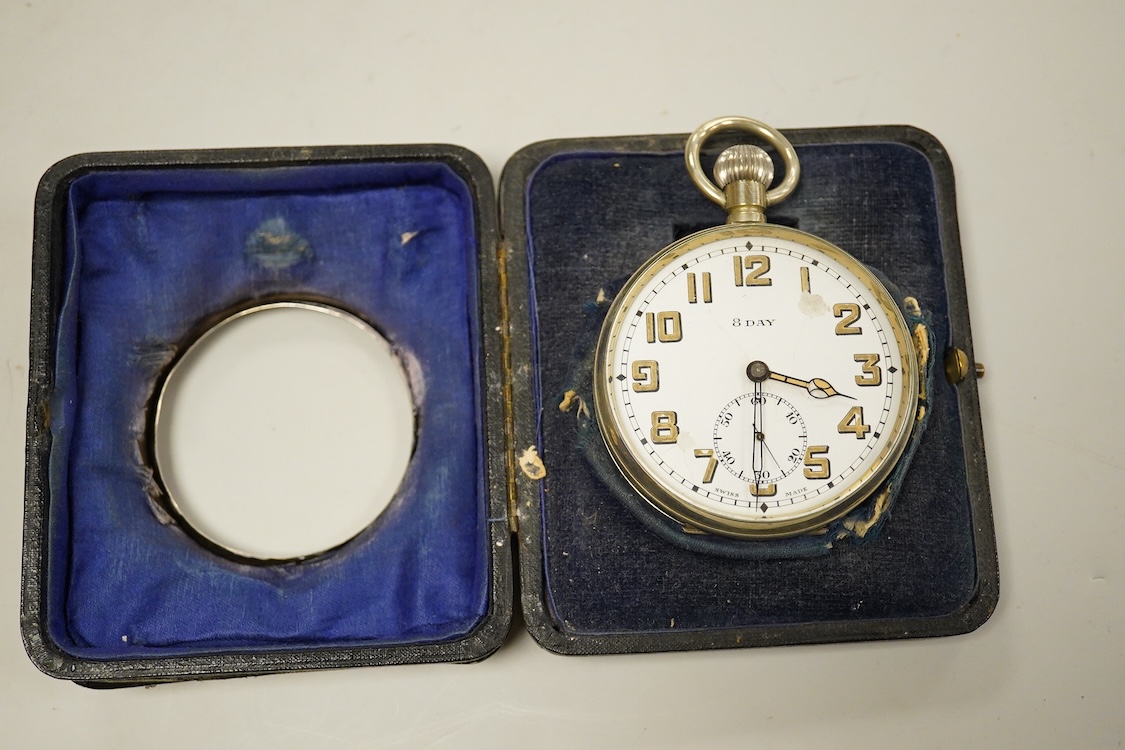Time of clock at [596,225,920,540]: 3:30
